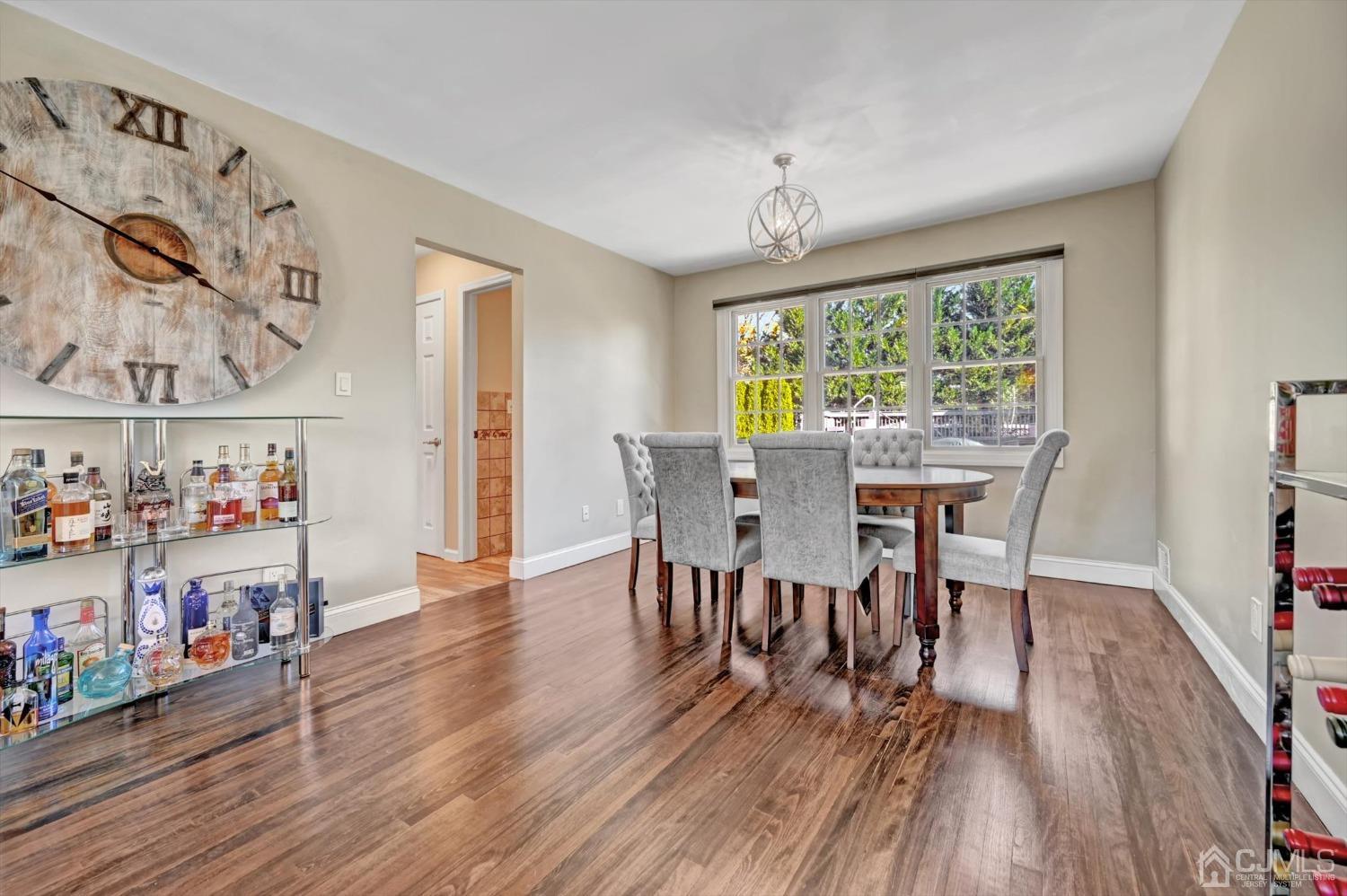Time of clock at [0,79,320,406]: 3:48
